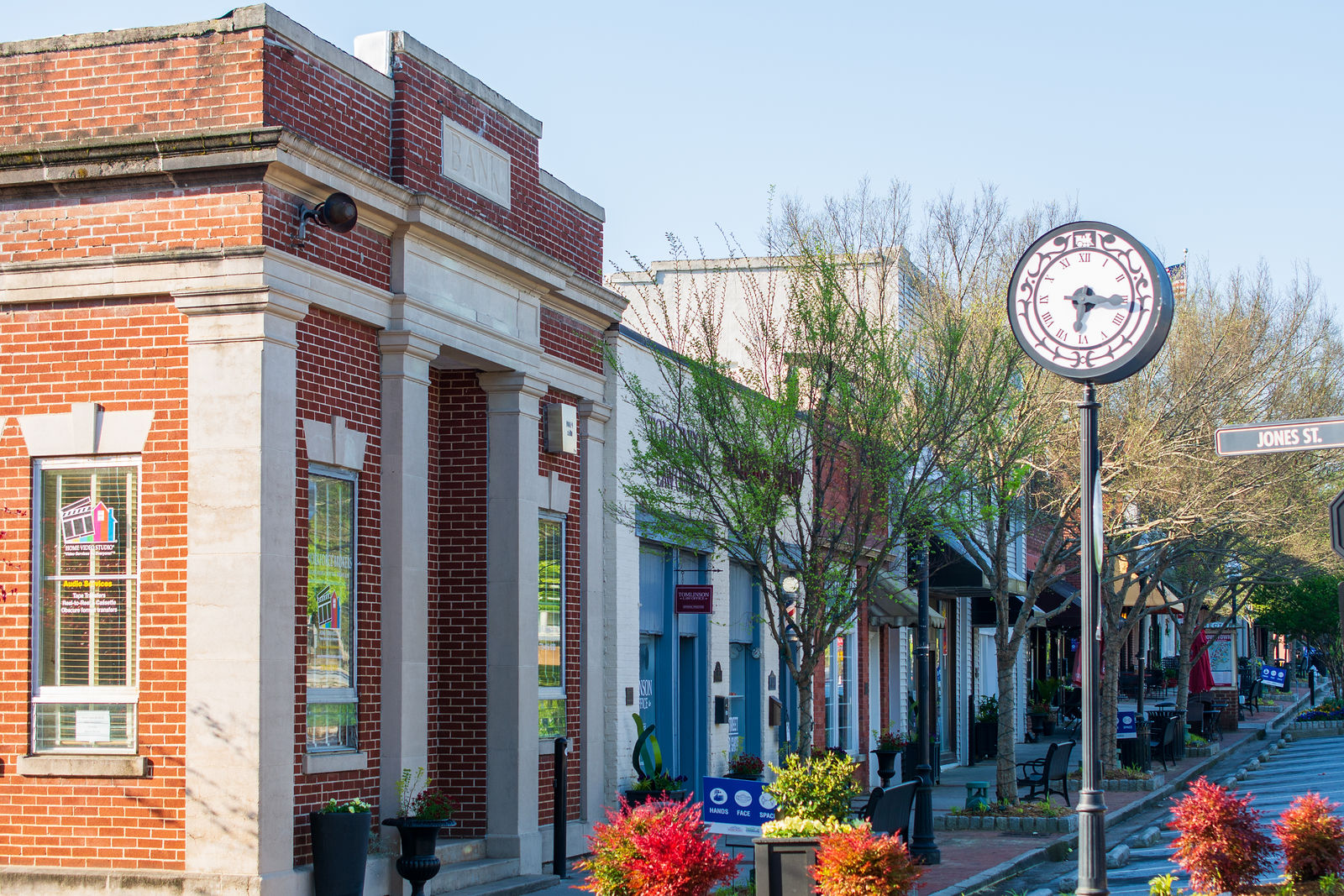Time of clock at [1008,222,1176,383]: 6:15
